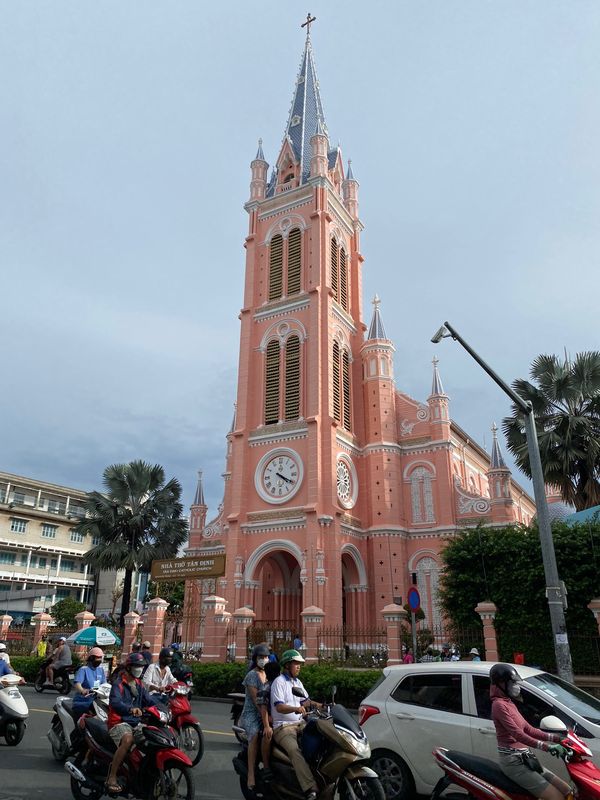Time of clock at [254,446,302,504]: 4:19
